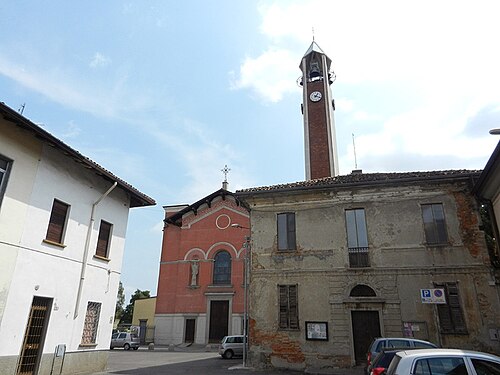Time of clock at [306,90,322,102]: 1:18
